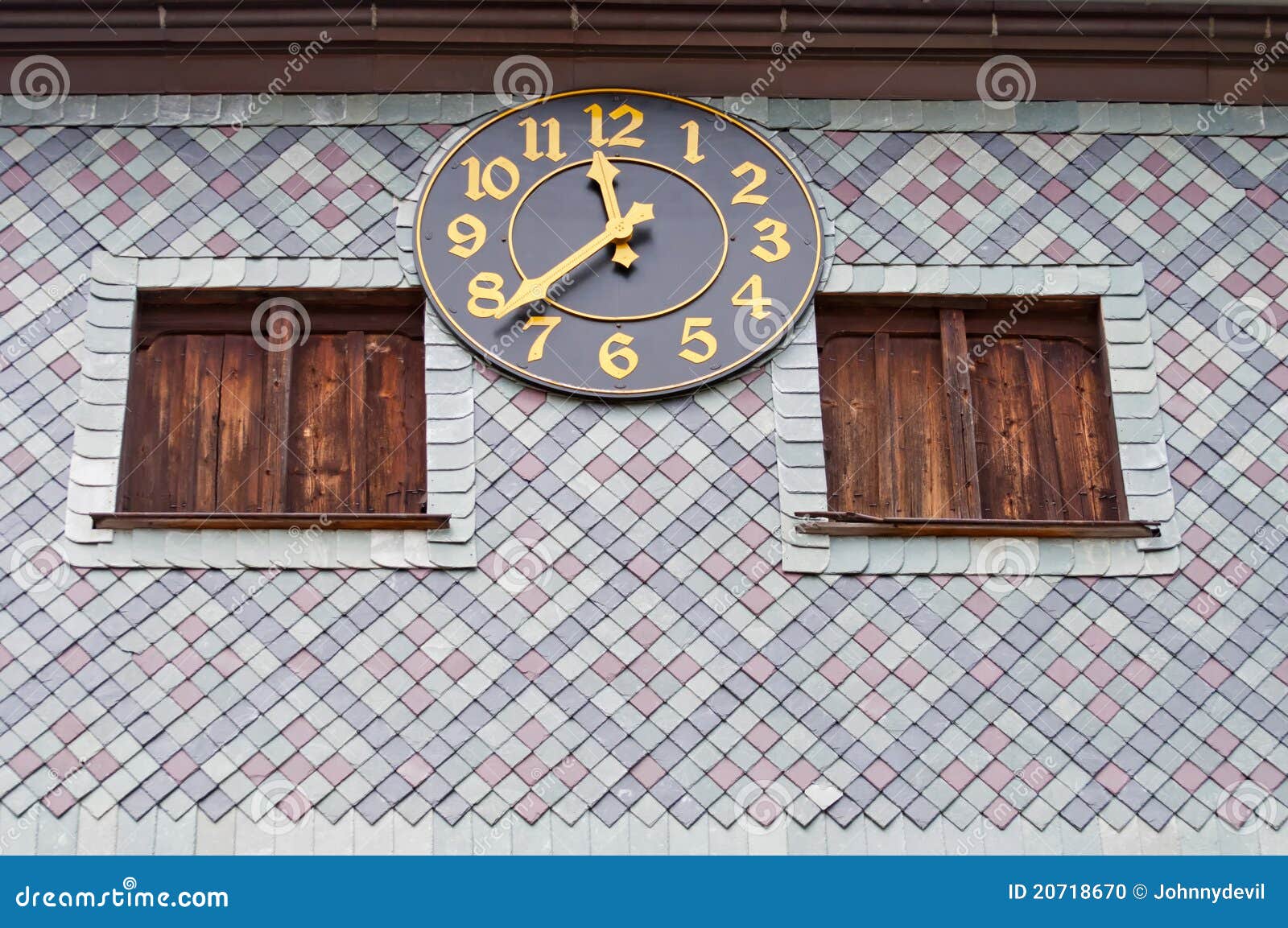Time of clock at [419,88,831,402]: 11:37
